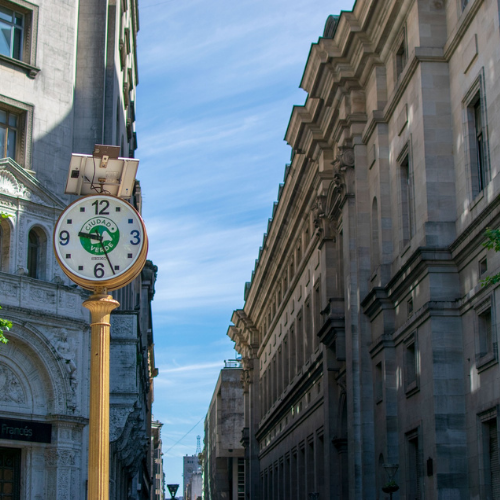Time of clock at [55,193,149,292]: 9:26
